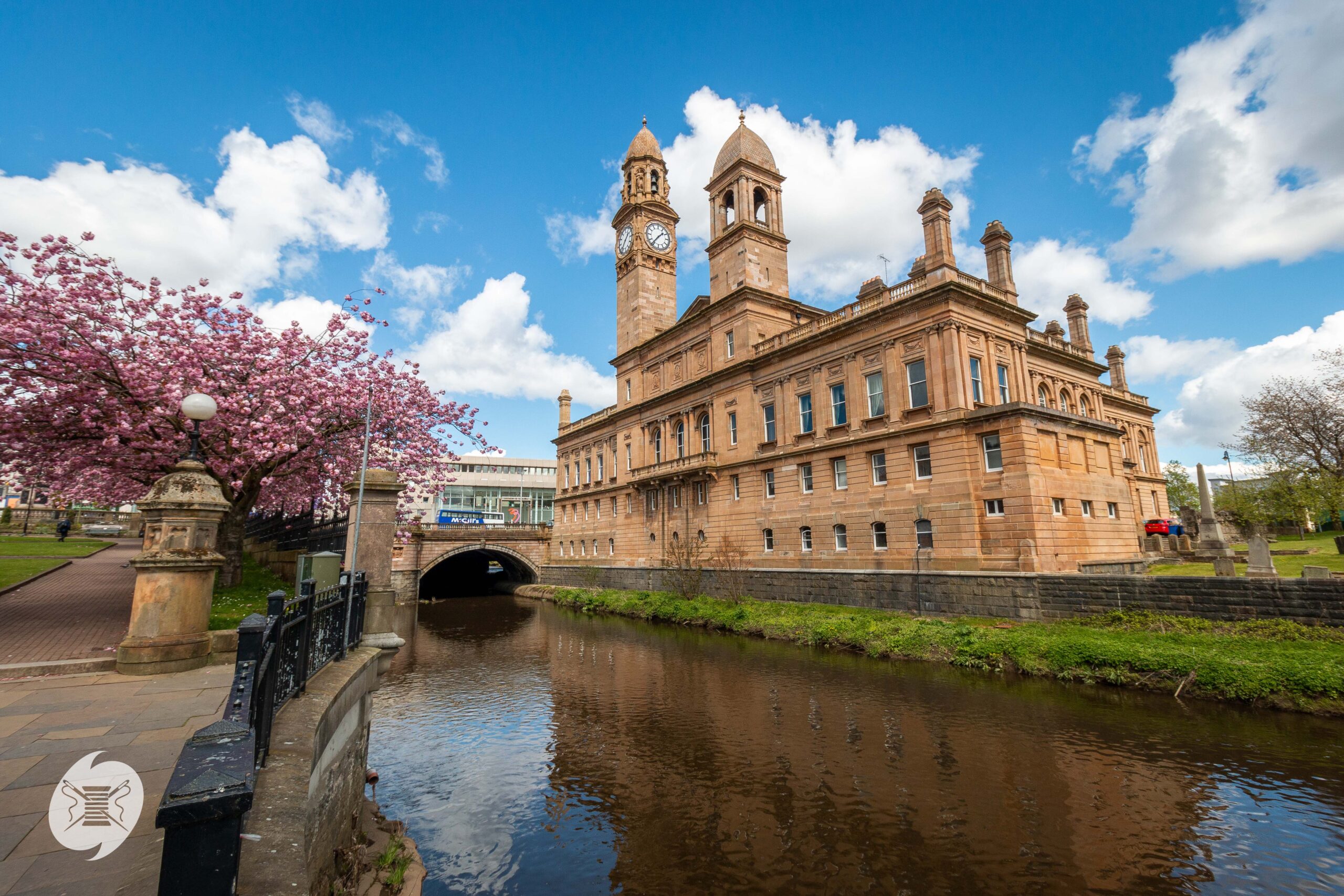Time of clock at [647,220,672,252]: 1:36
